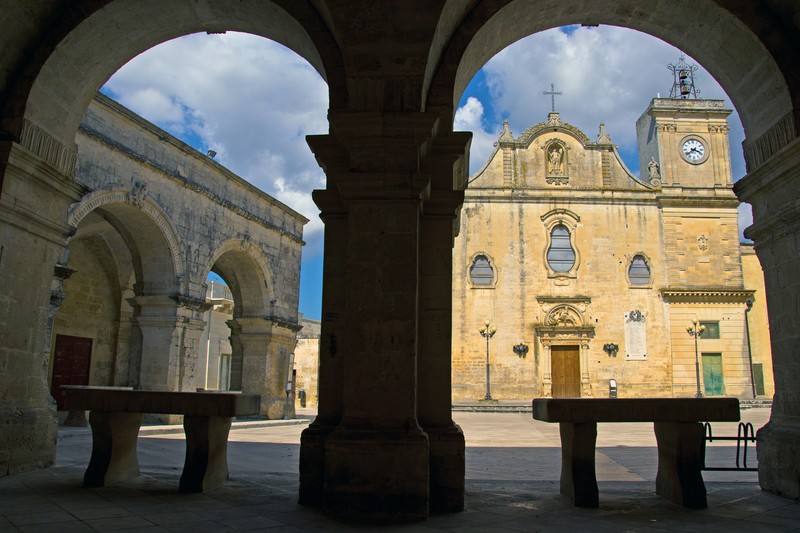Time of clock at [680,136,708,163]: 3:38
